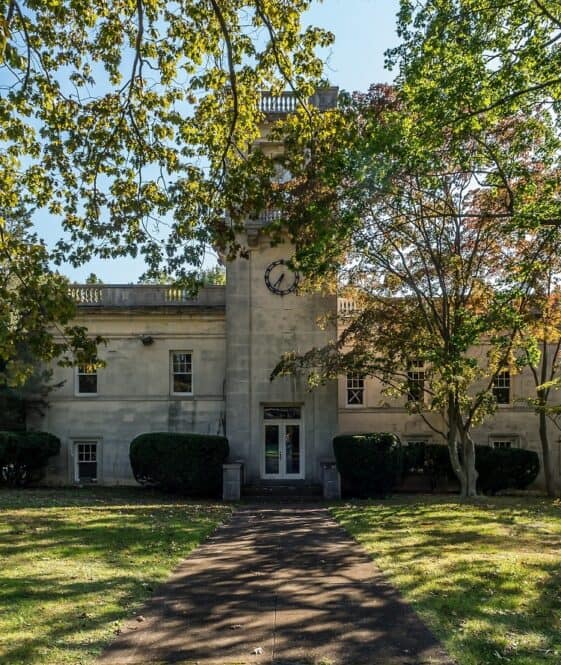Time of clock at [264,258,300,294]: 6:36
